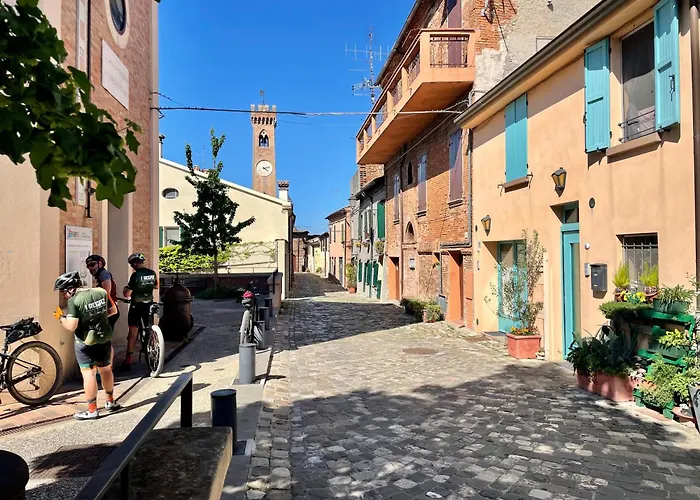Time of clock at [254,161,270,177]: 4:12
